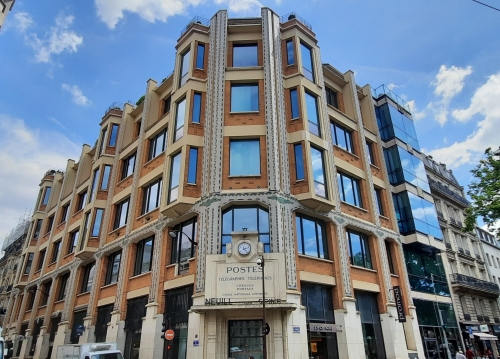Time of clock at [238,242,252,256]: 2:23
